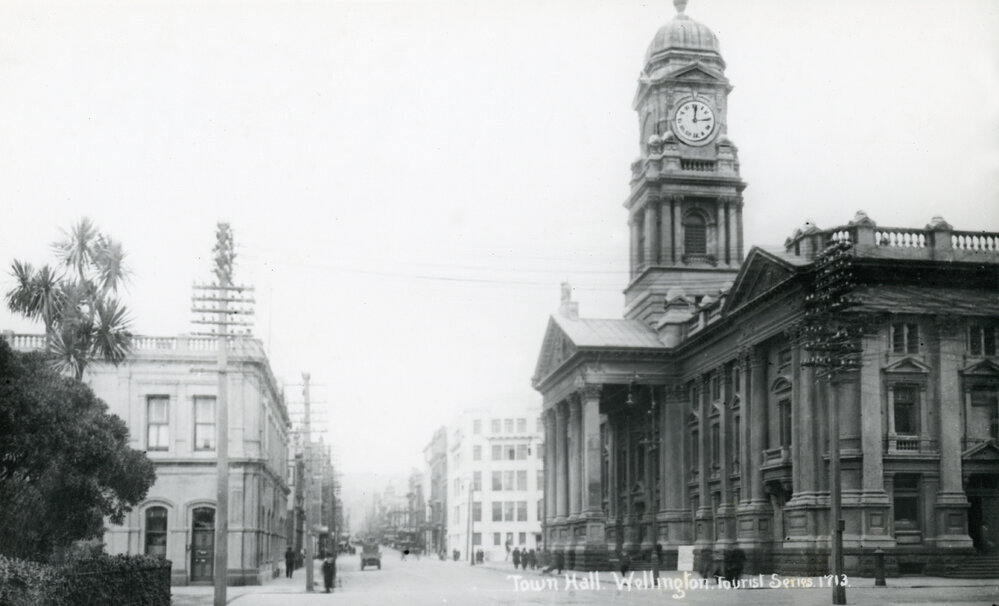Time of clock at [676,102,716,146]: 12:14
